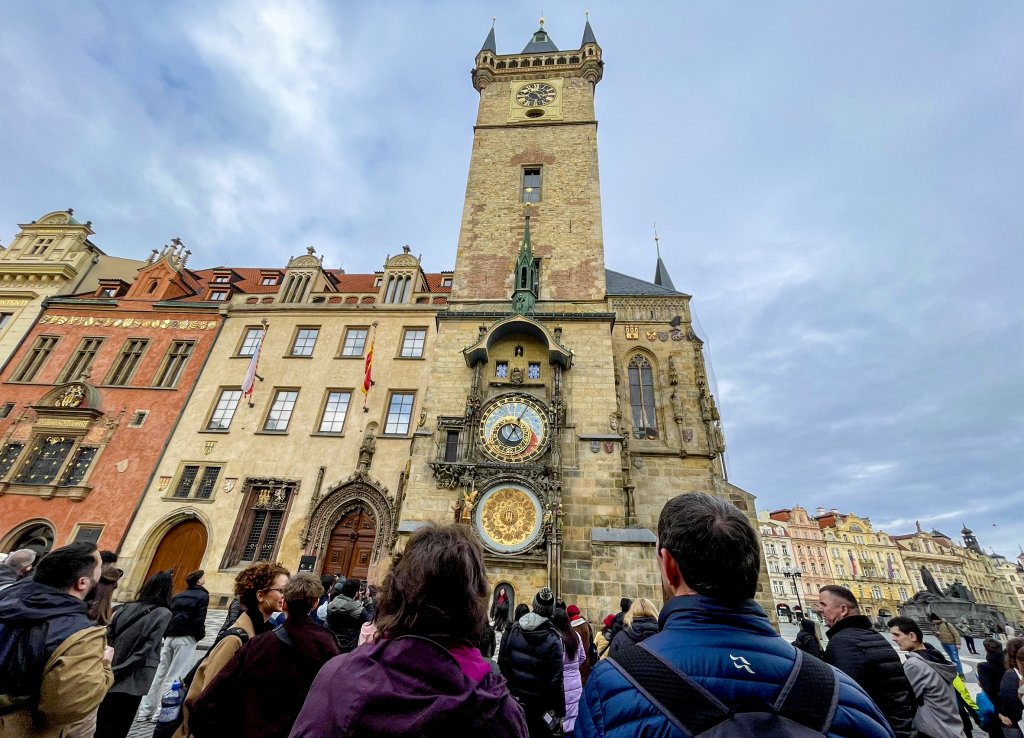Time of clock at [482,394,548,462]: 7:04
